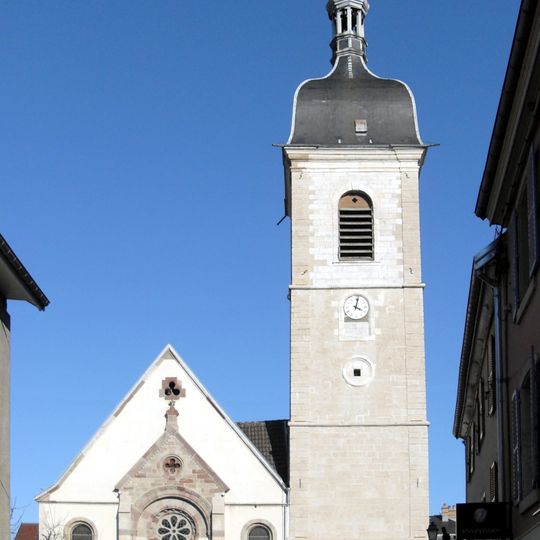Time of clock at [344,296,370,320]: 4:02
